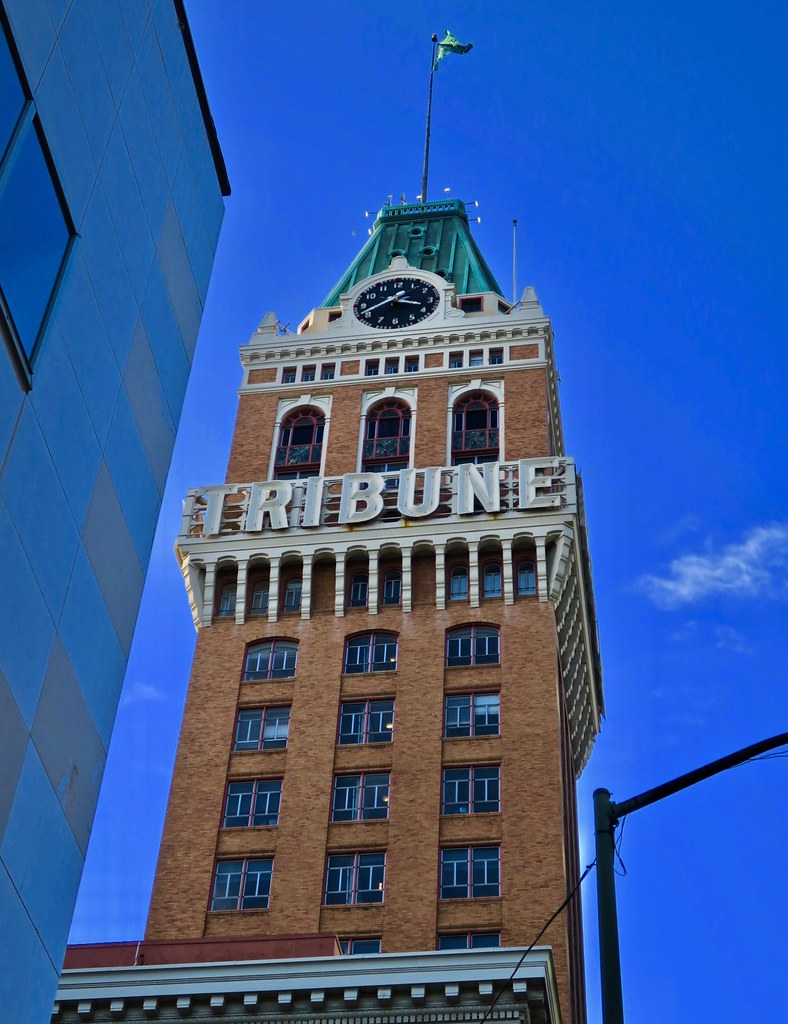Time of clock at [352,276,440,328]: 3:40
